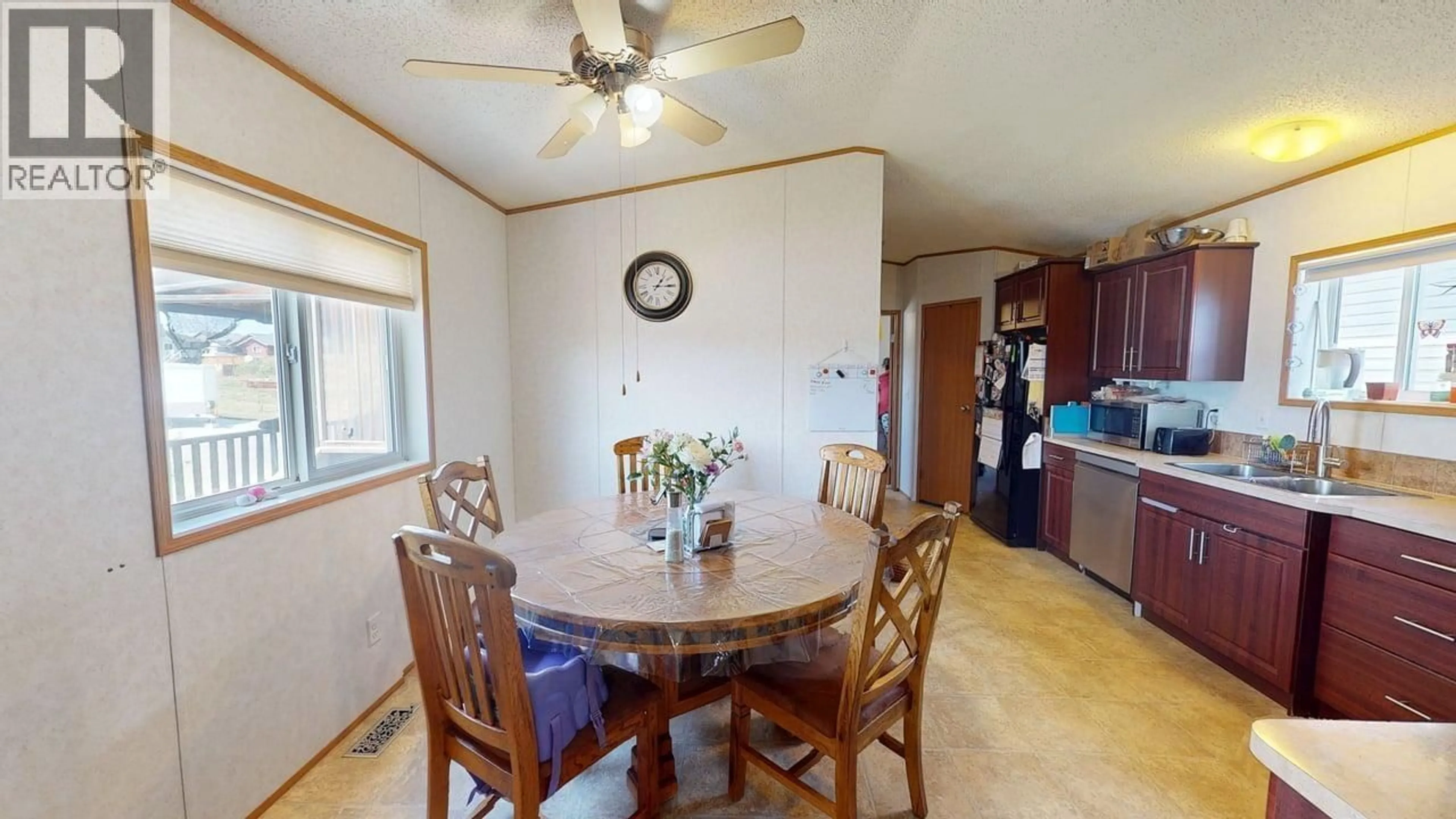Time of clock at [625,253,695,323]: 1:14
